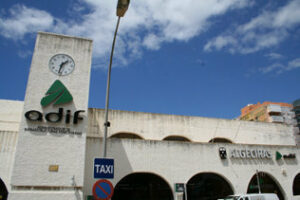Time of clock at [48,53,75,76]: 1:32
